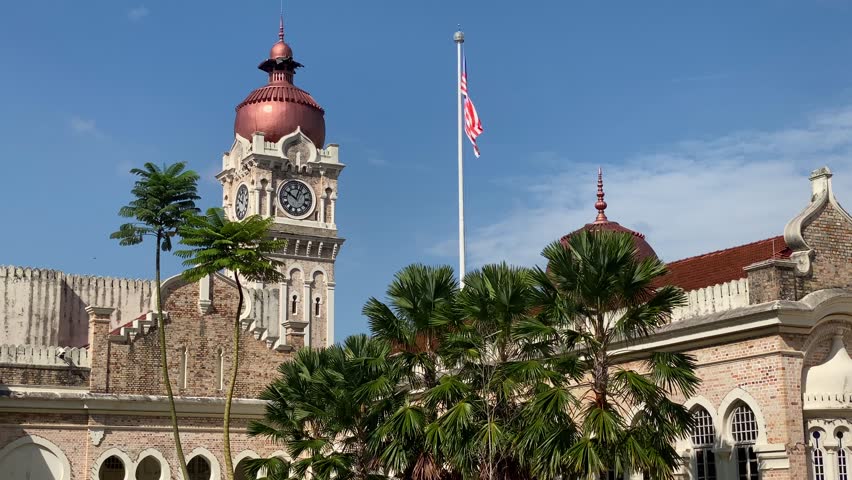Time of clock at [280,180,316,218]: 10:03
